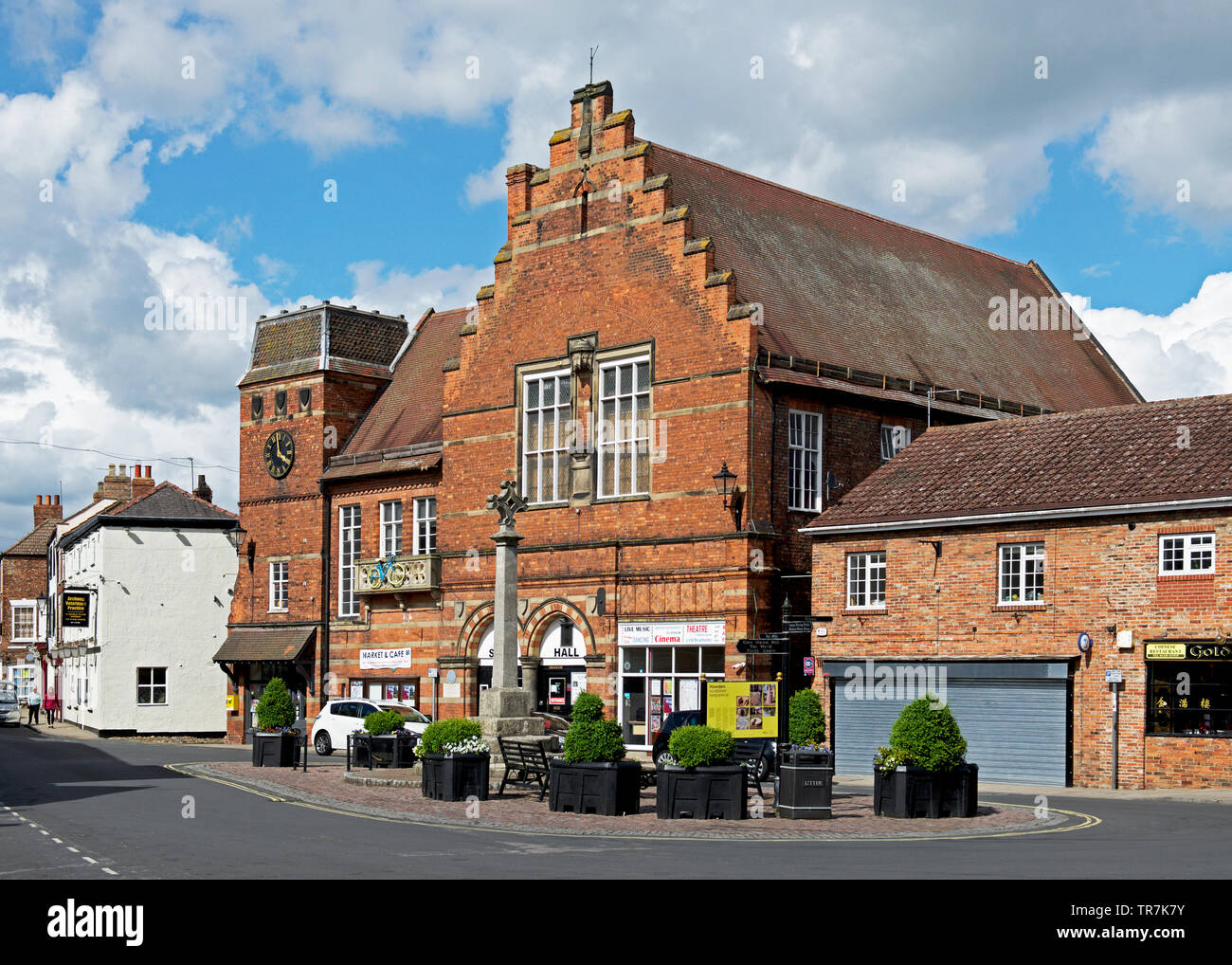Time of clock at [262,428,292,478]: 3:58
